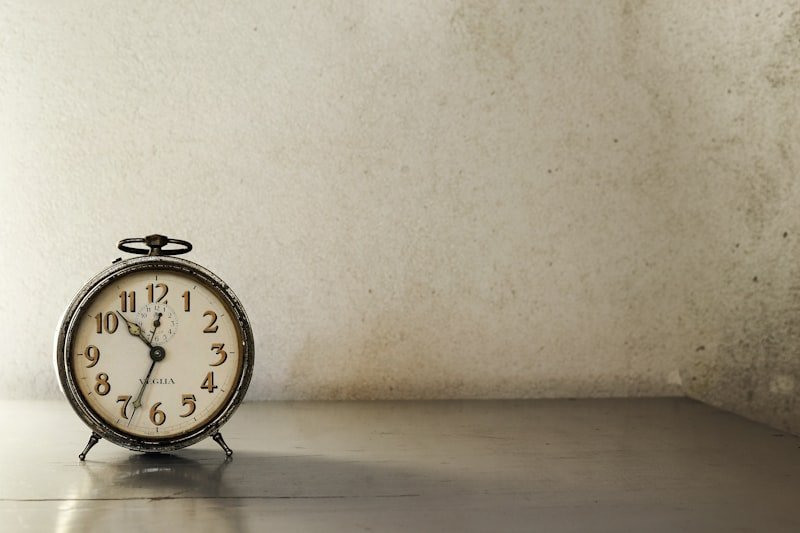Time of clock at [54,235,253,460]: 10:33
